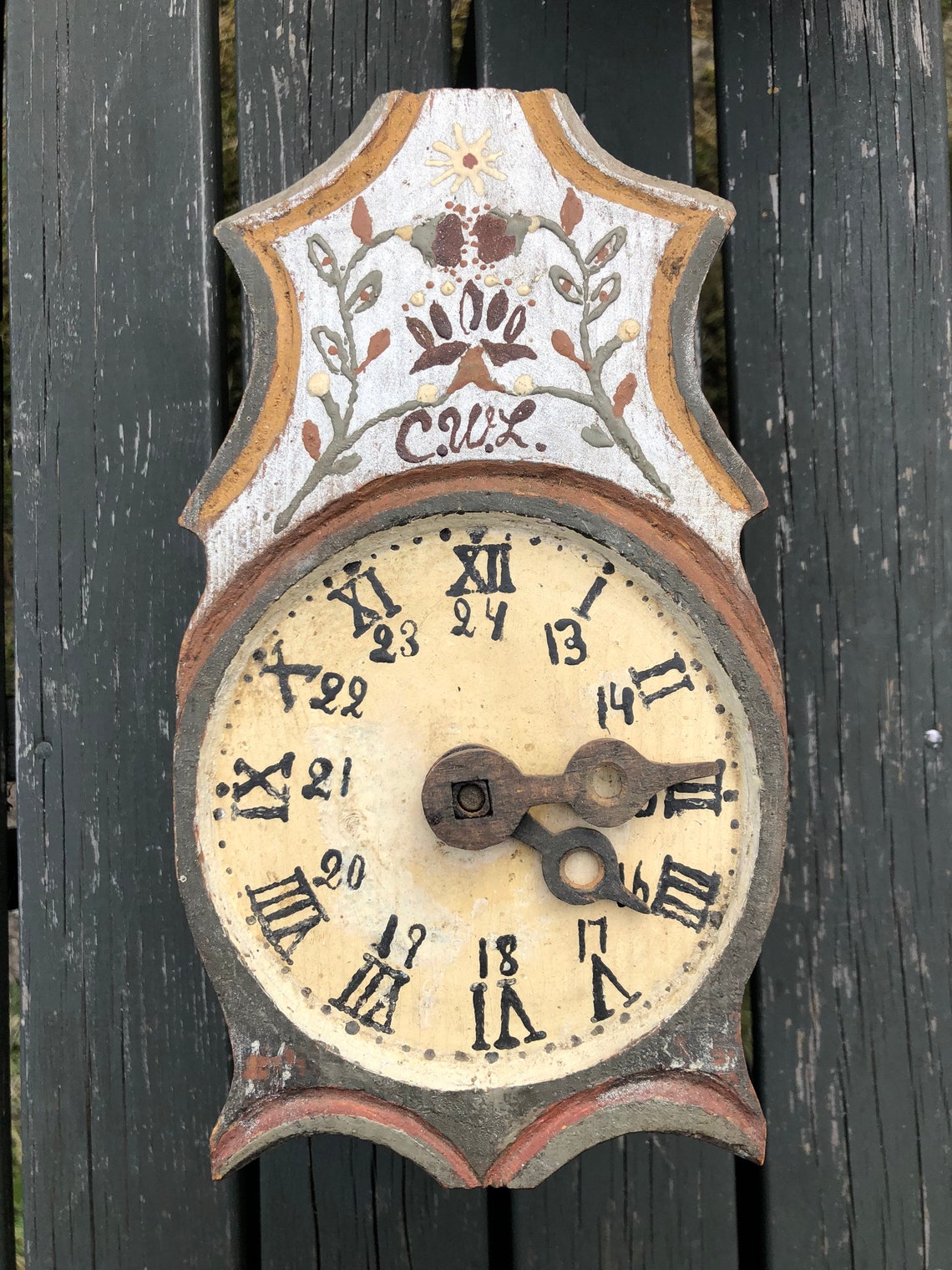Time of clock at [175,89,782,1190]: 4:14
